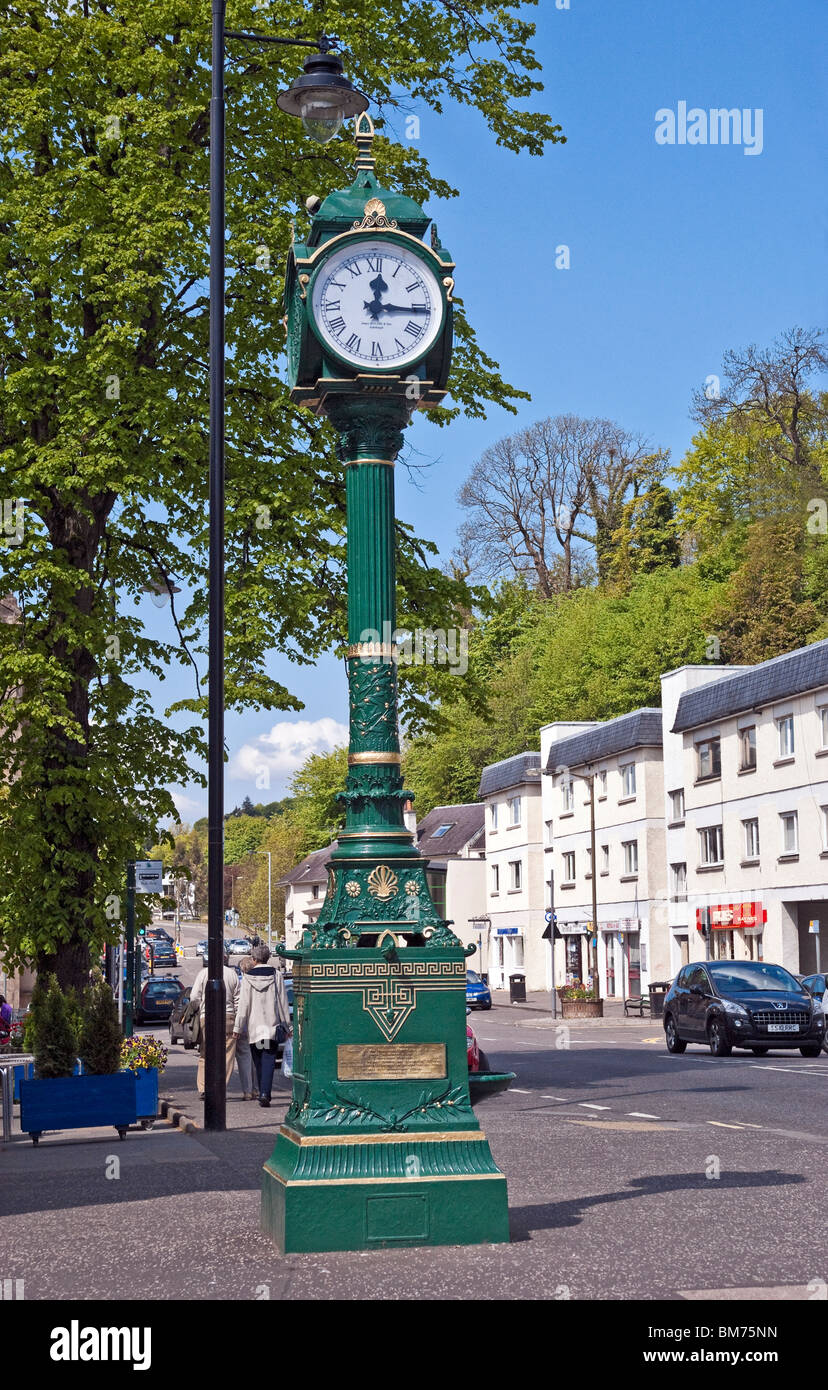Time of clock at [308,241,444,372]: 12:15
